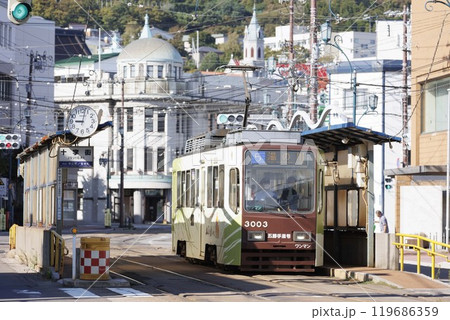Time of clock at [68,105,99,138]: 9:01
